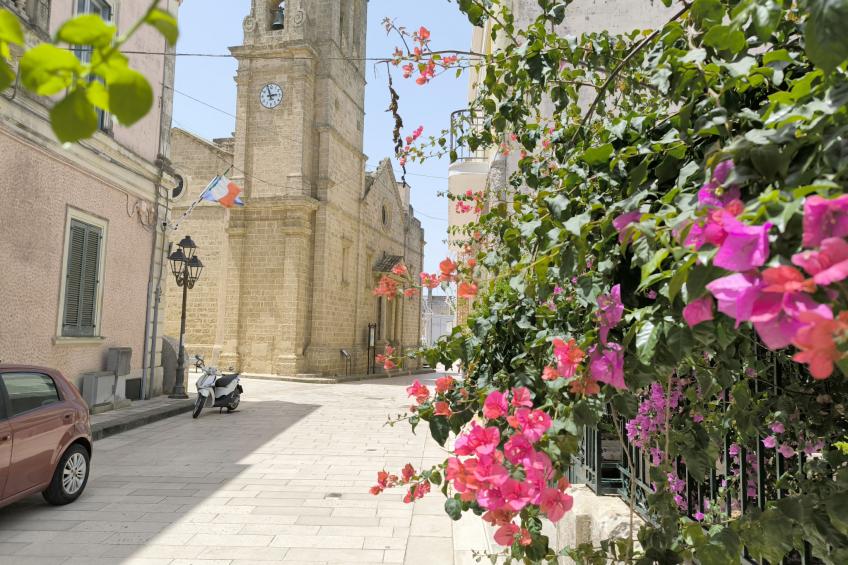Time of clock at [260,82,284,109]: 2:57
